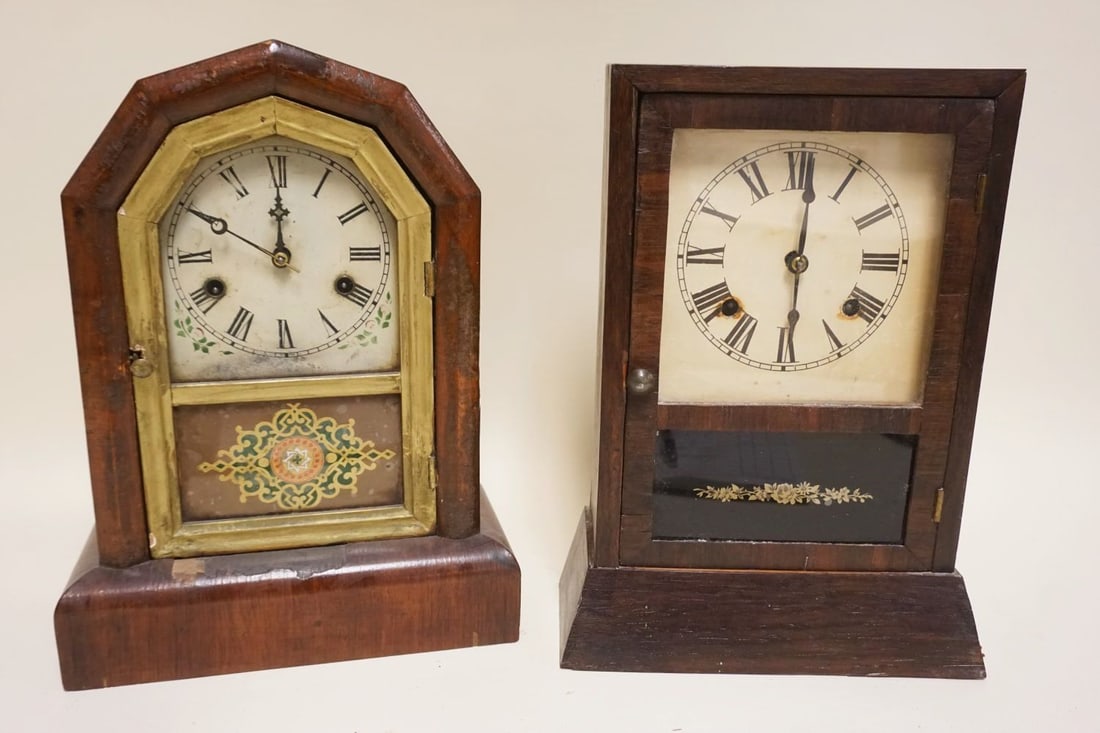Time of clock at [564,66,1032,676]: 6:00
